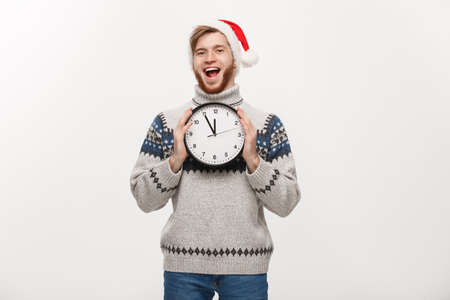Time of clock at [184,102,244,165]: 11:55
